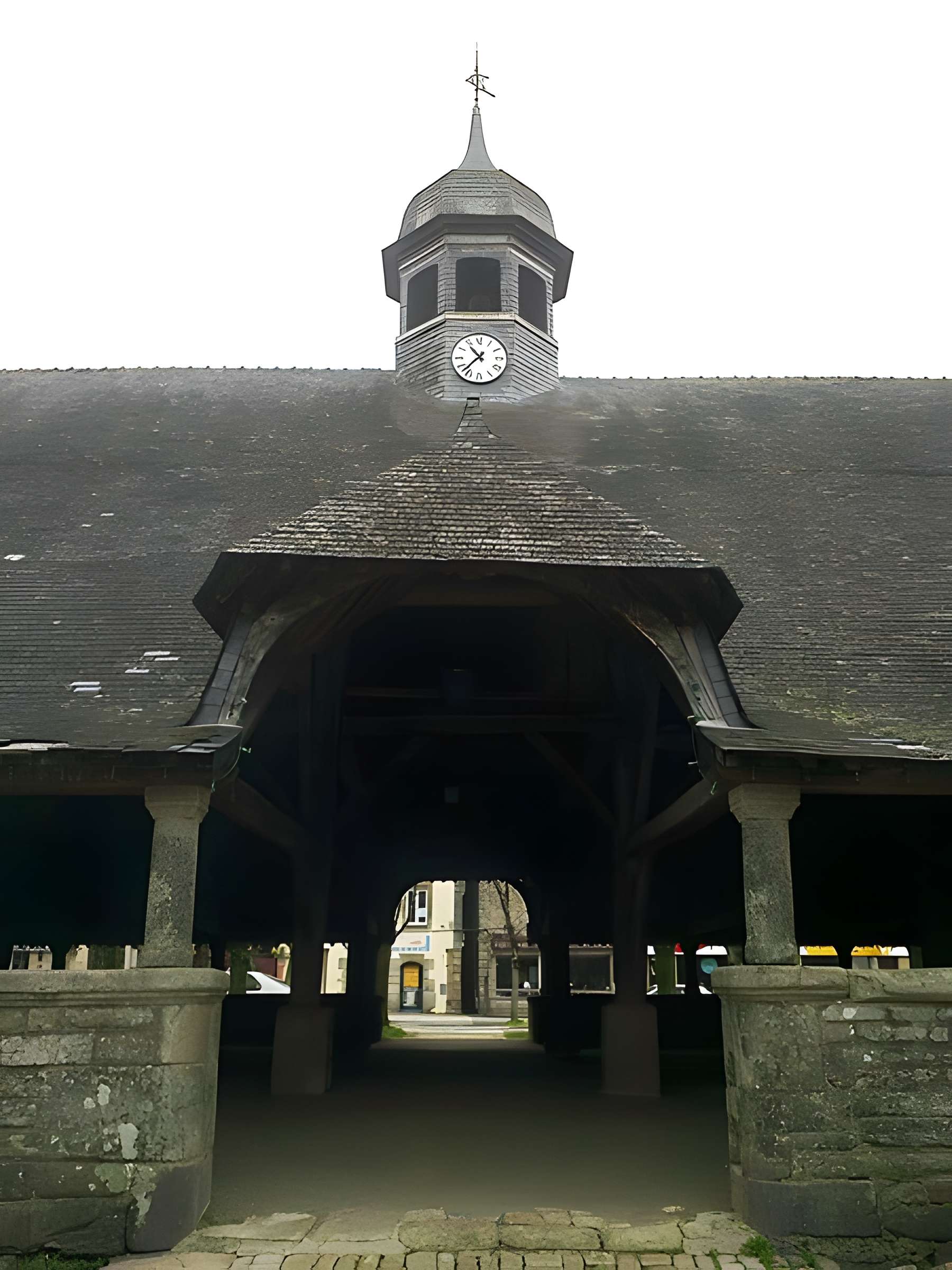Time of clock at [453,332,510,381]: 10:37
